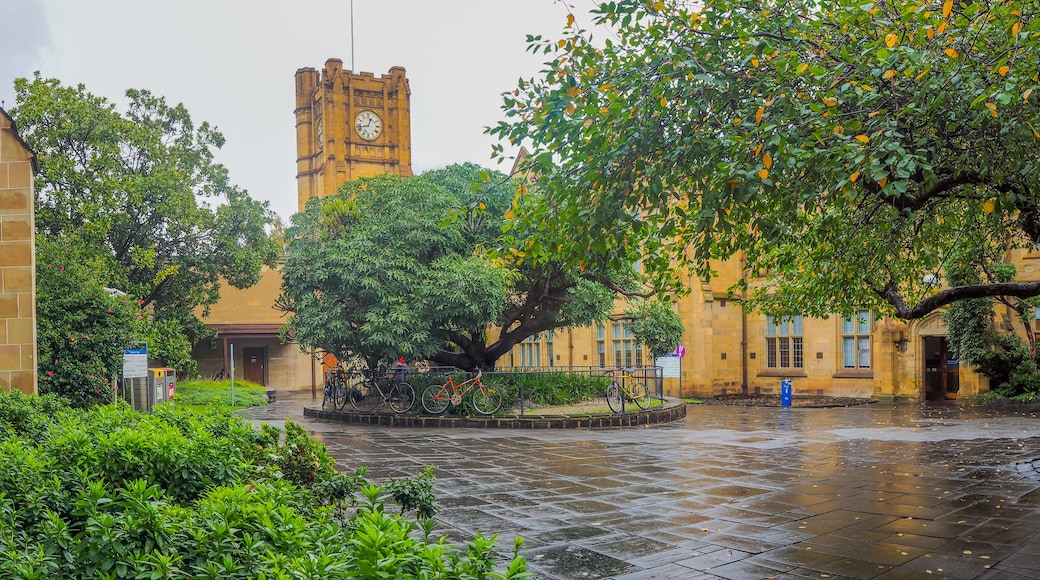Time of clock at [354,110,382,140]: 12:42
